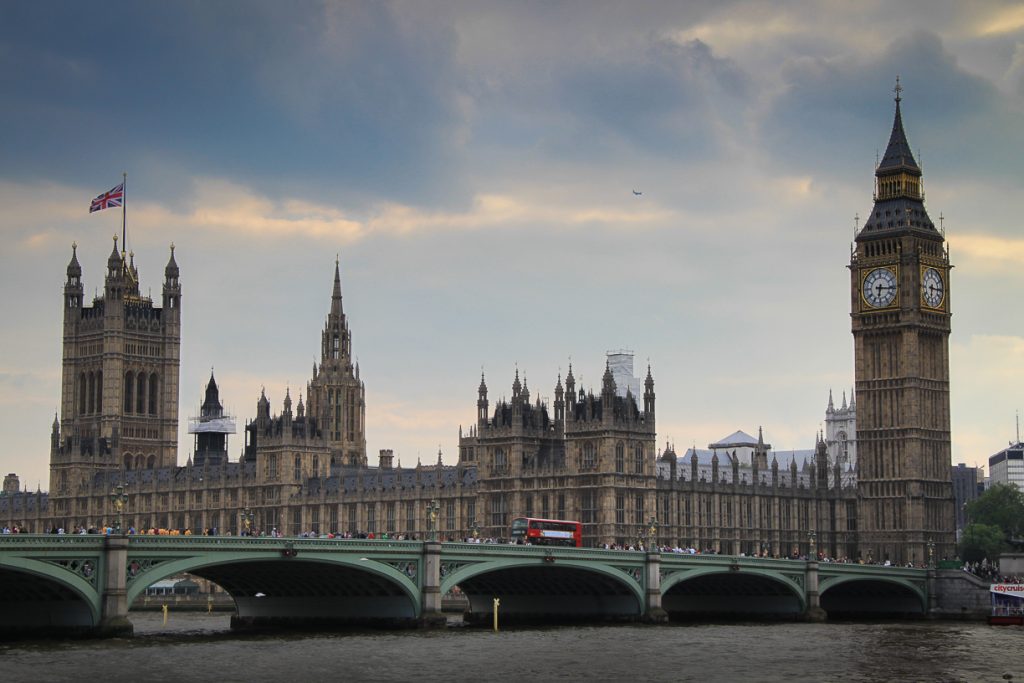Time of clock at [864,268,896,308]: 6:16
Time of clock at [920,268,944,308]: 6:15
